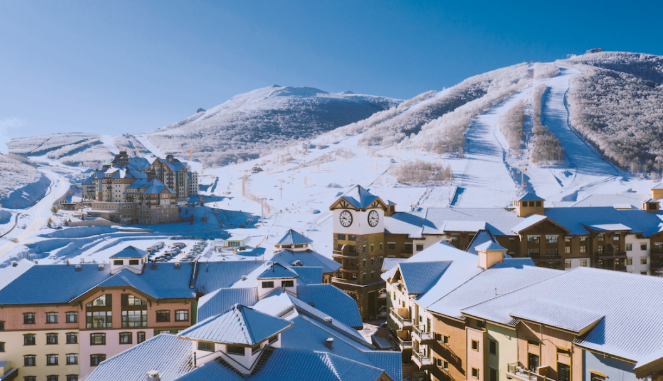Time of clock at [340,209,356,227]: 9:45
